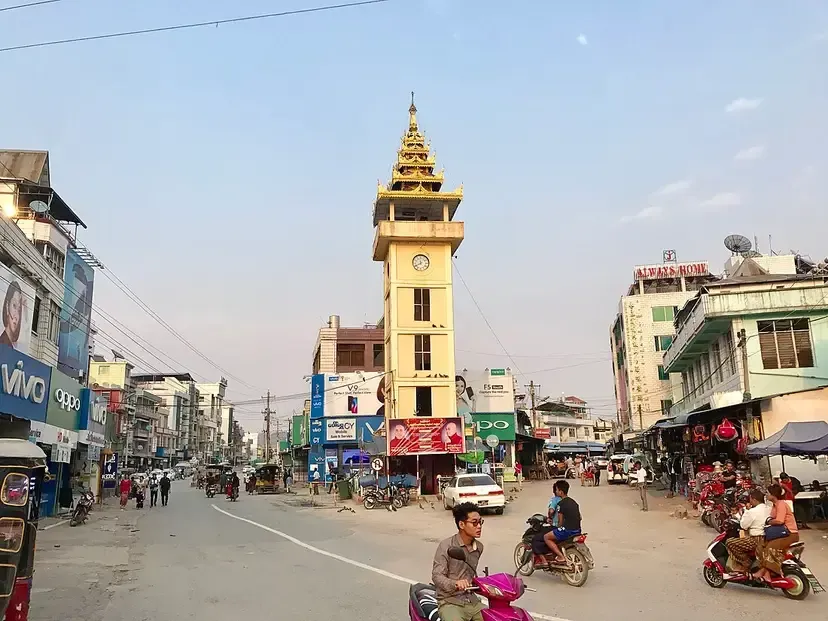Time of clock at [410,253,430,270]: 11:40
